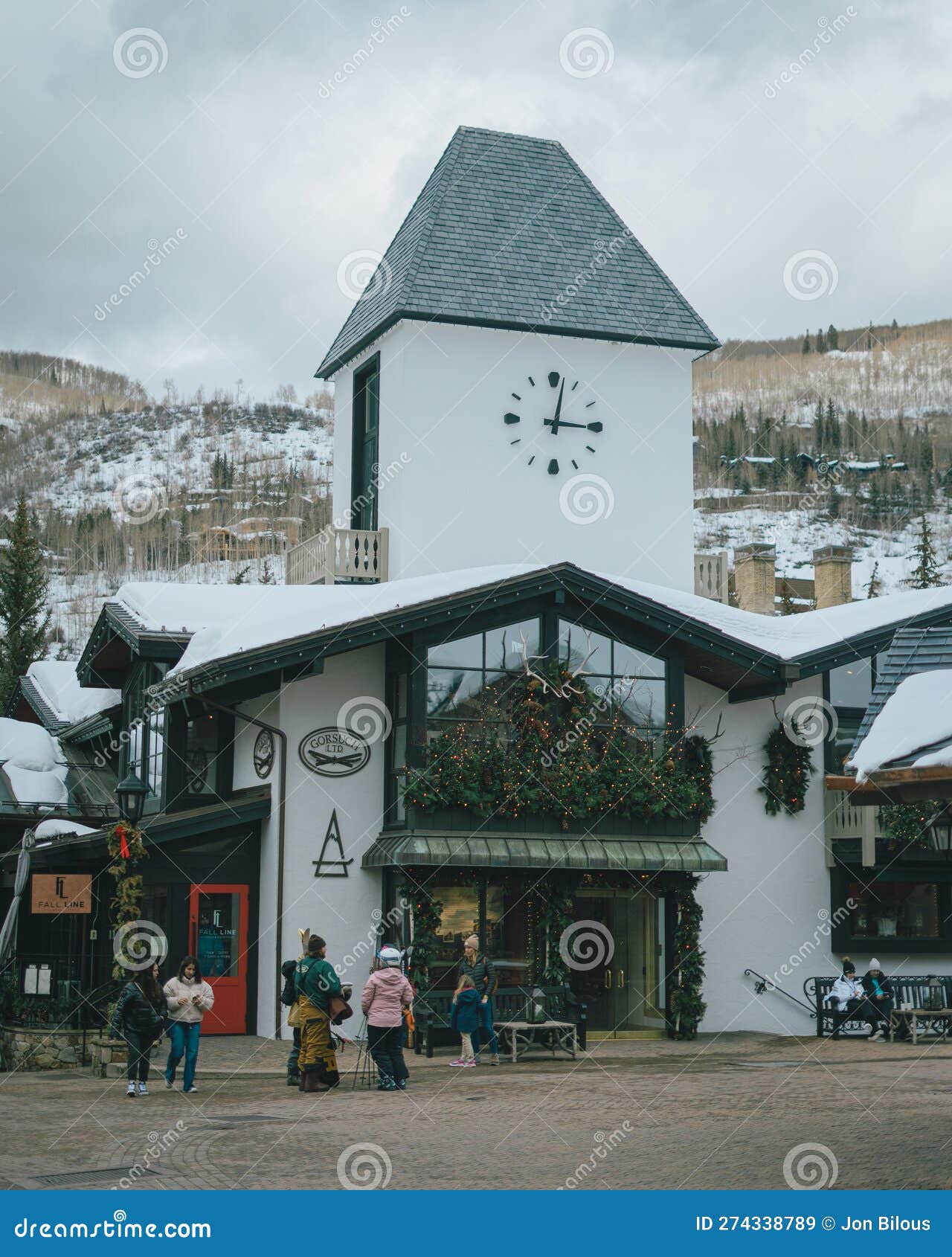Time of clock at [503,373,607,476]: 3:02
